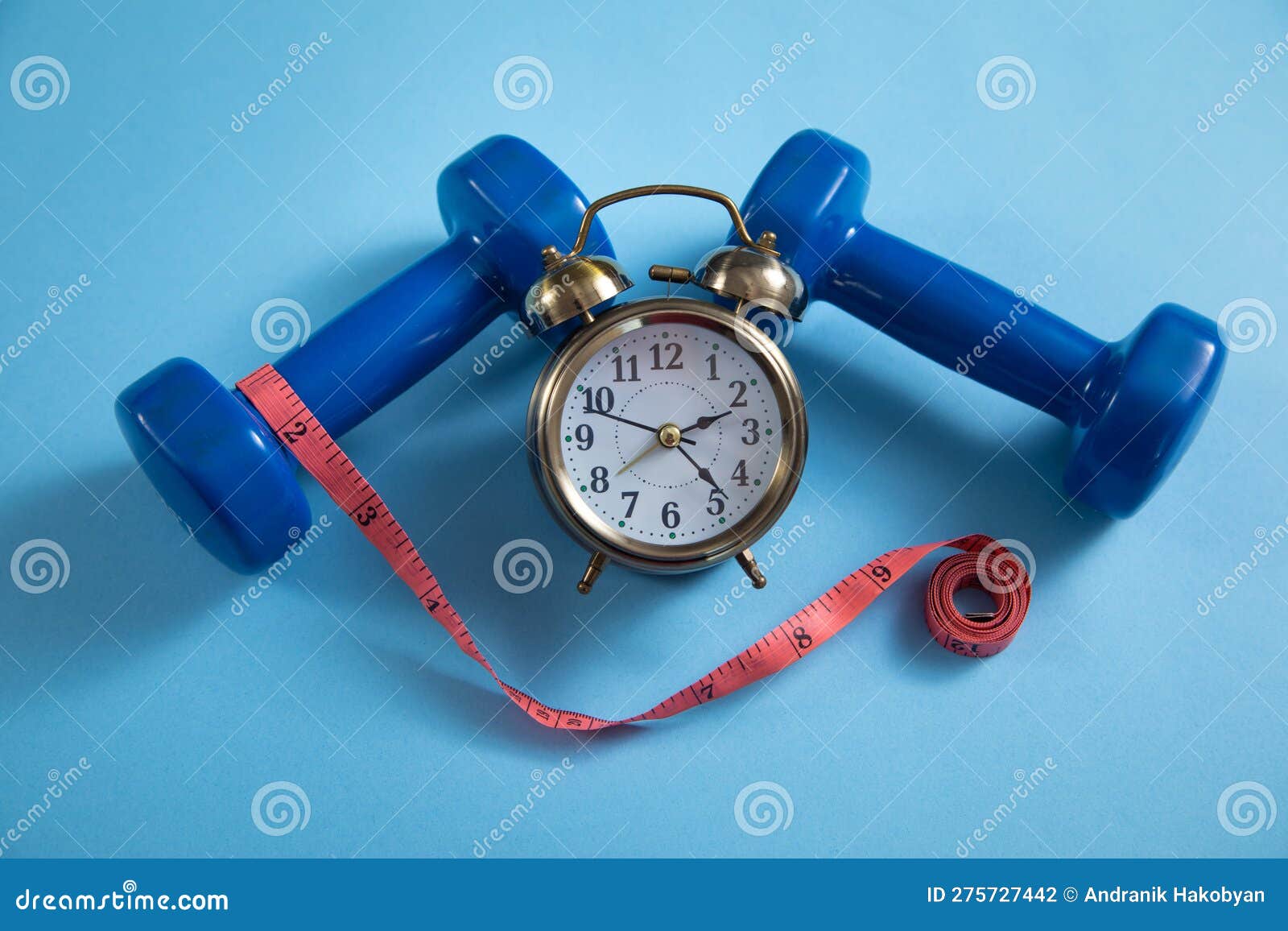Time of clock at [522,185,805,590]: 2:23
